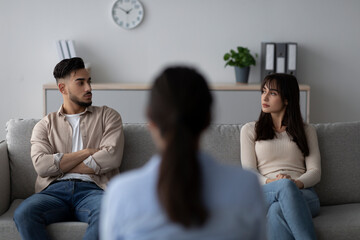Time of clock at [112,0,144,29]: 1:50
